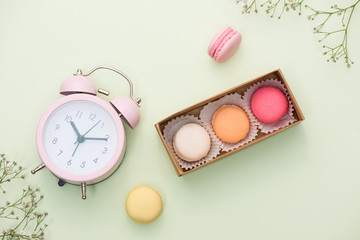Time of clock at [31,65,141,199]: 11:16
